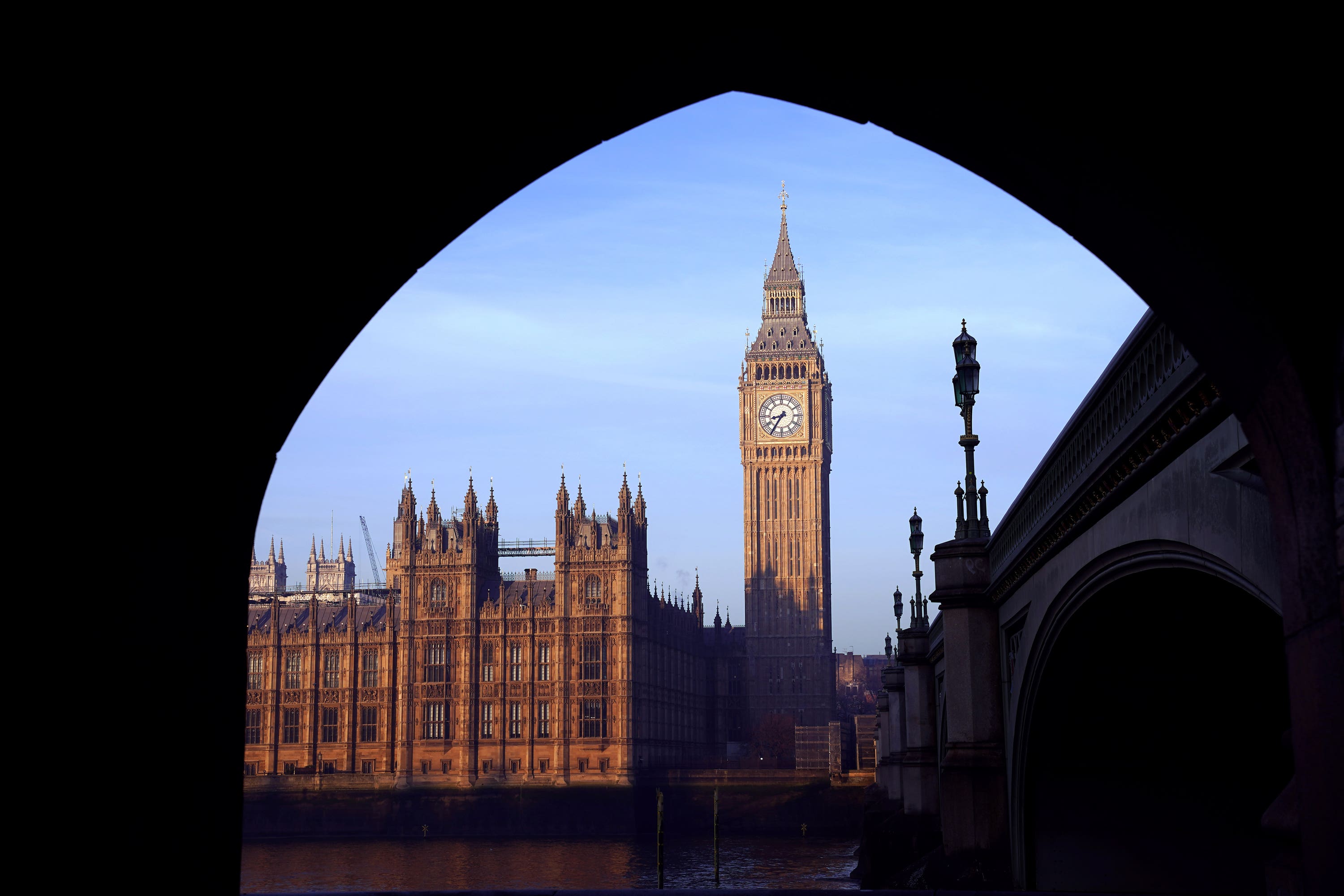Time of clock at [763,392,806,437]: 8:35
